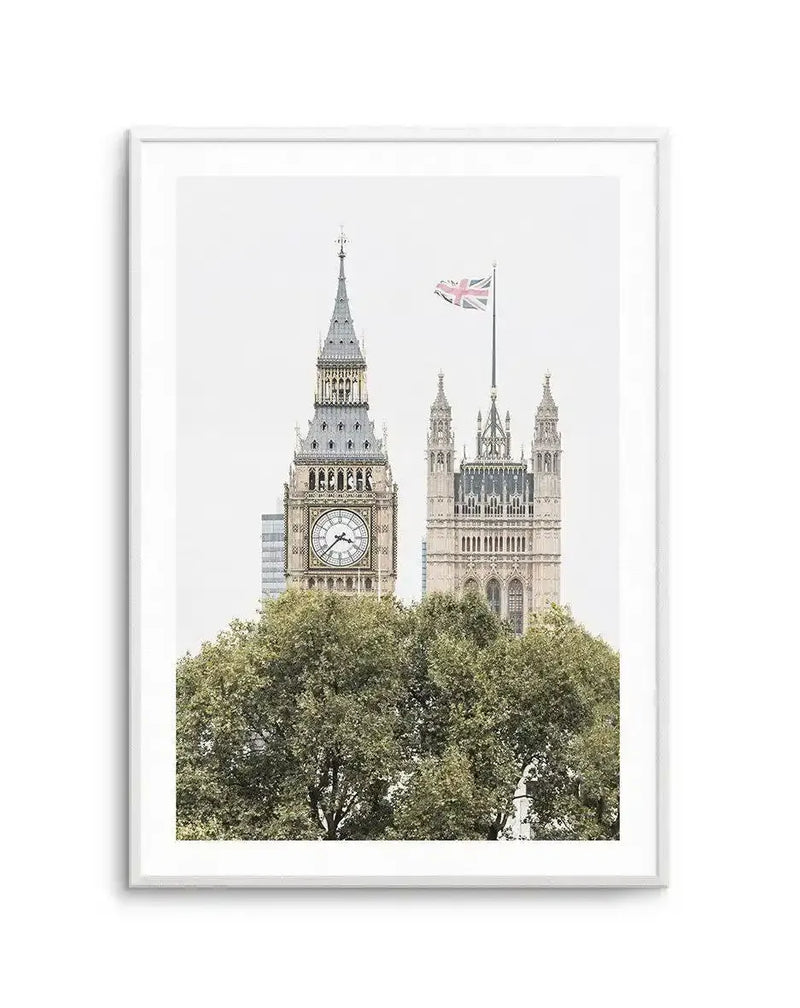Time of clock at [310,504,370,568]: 3:37
